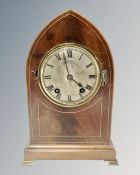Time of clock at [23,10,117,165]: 3:57
